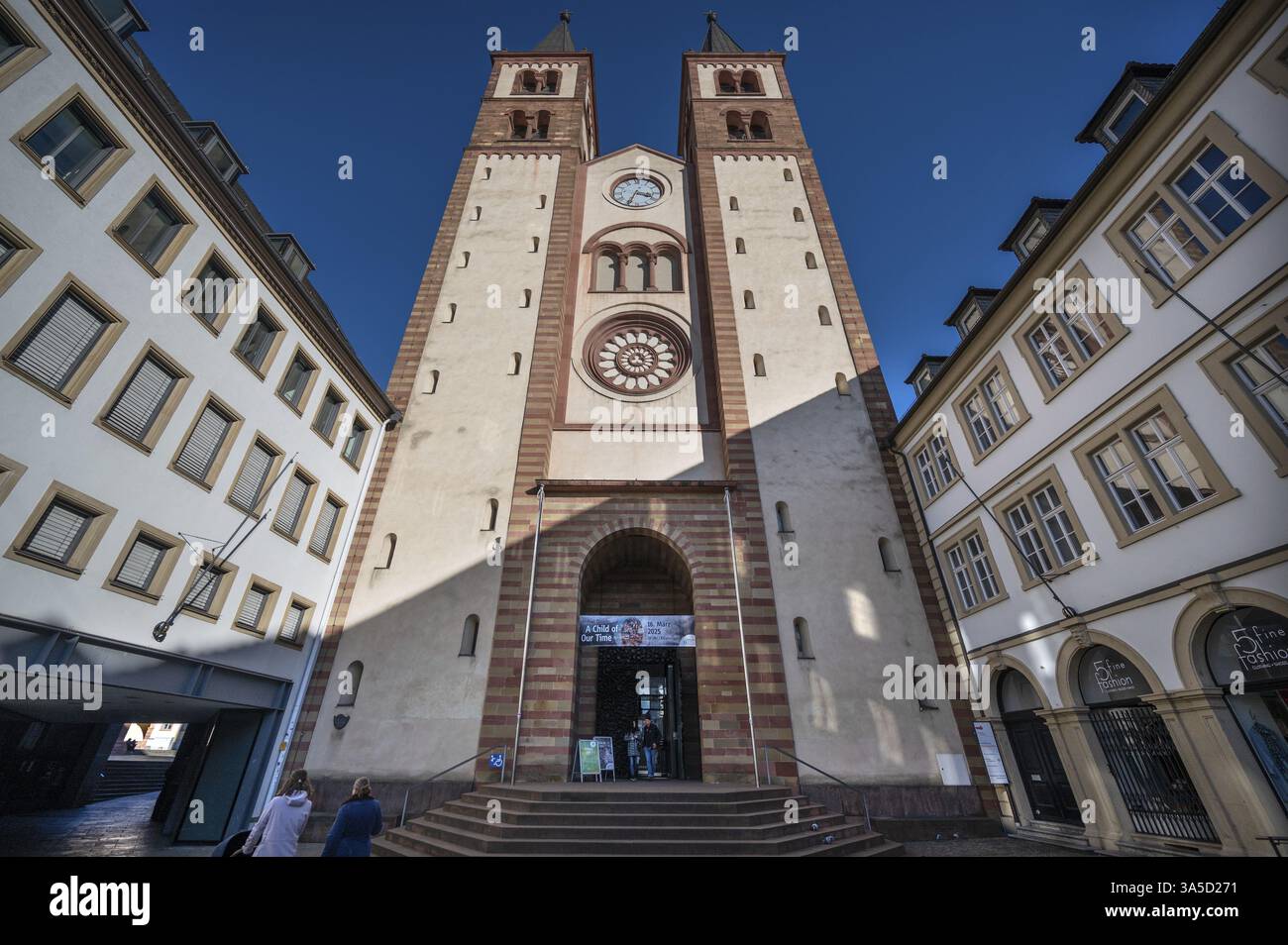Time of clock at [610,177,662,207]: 3:33
